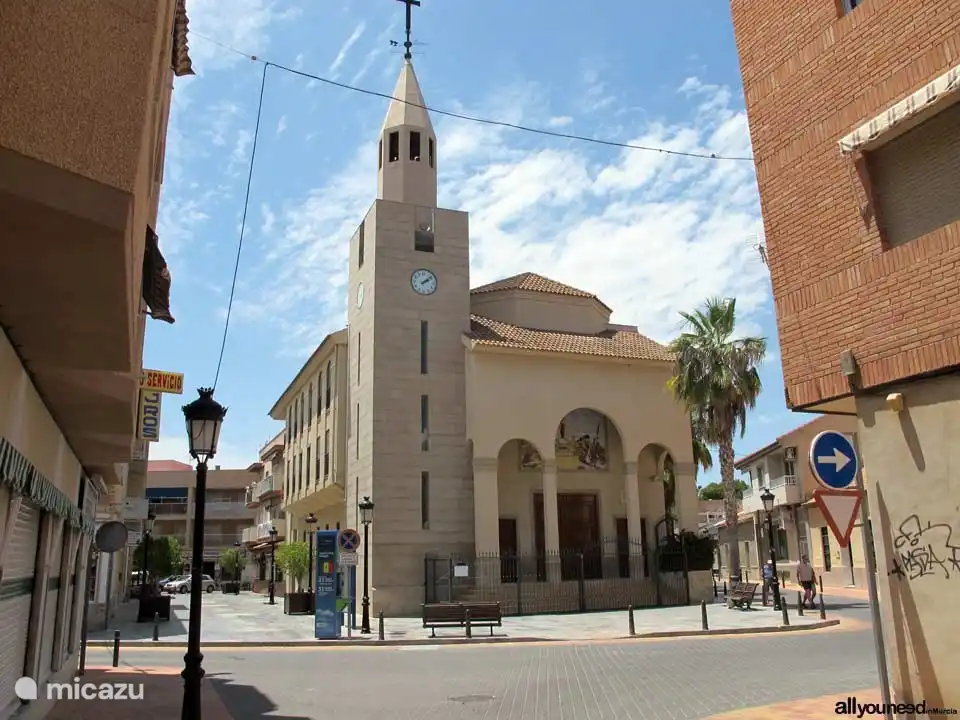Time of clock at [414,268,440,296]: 2:08
